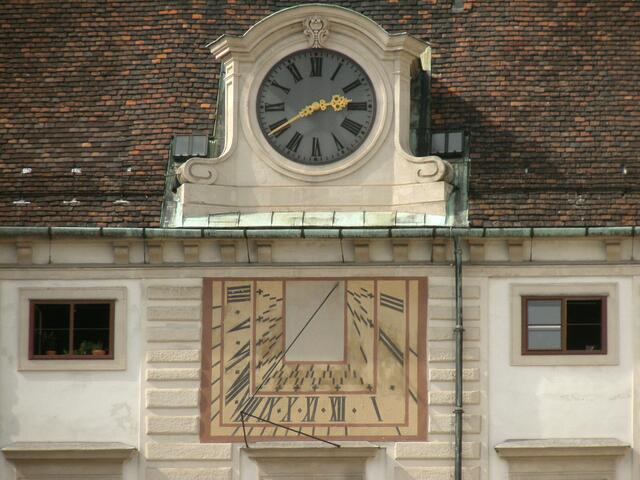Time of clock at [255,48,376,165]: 2:40
